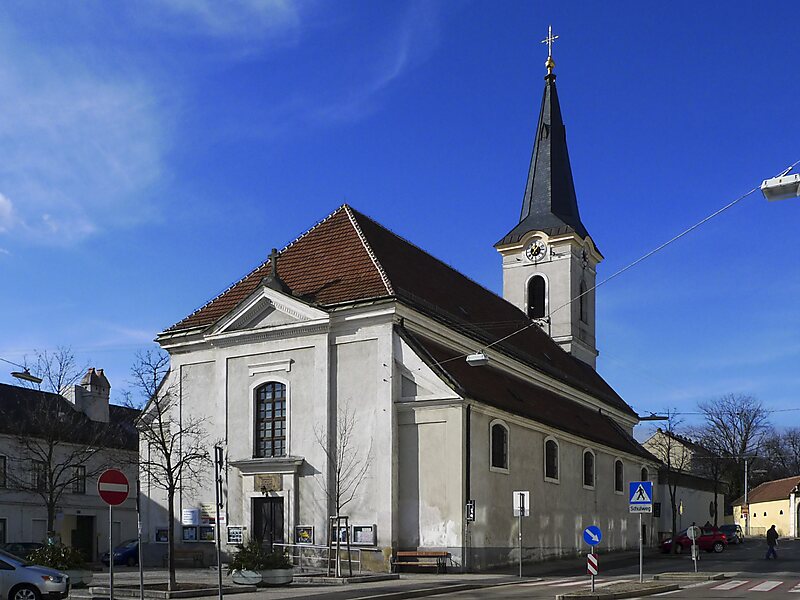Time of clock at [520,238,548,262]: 11:37
